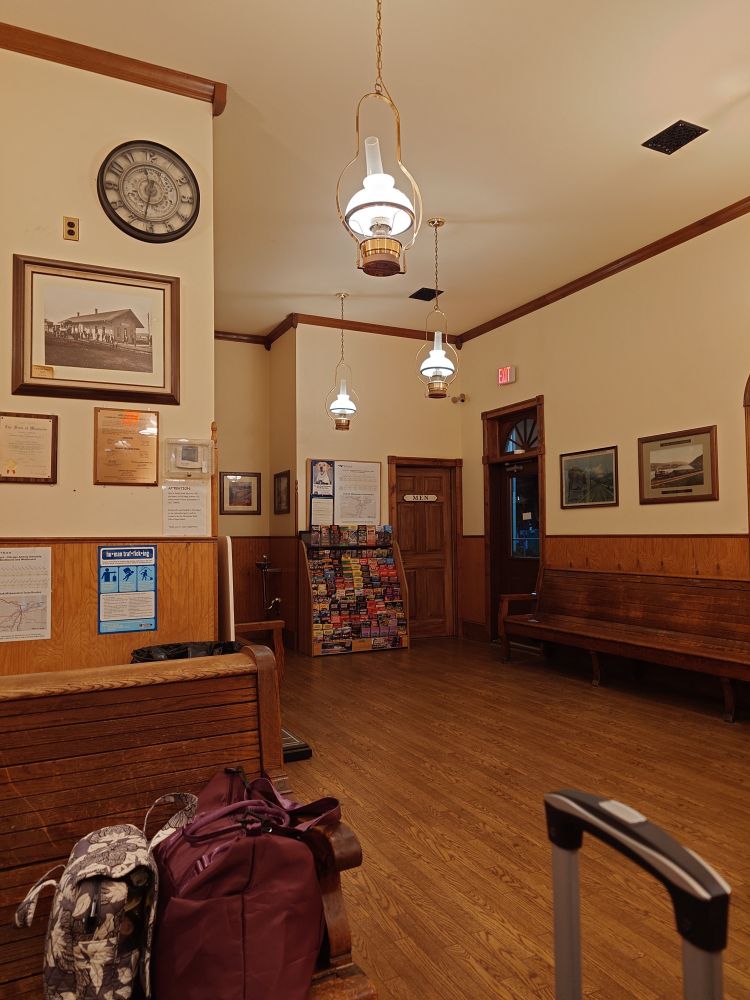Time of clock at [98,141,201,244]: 11:32
